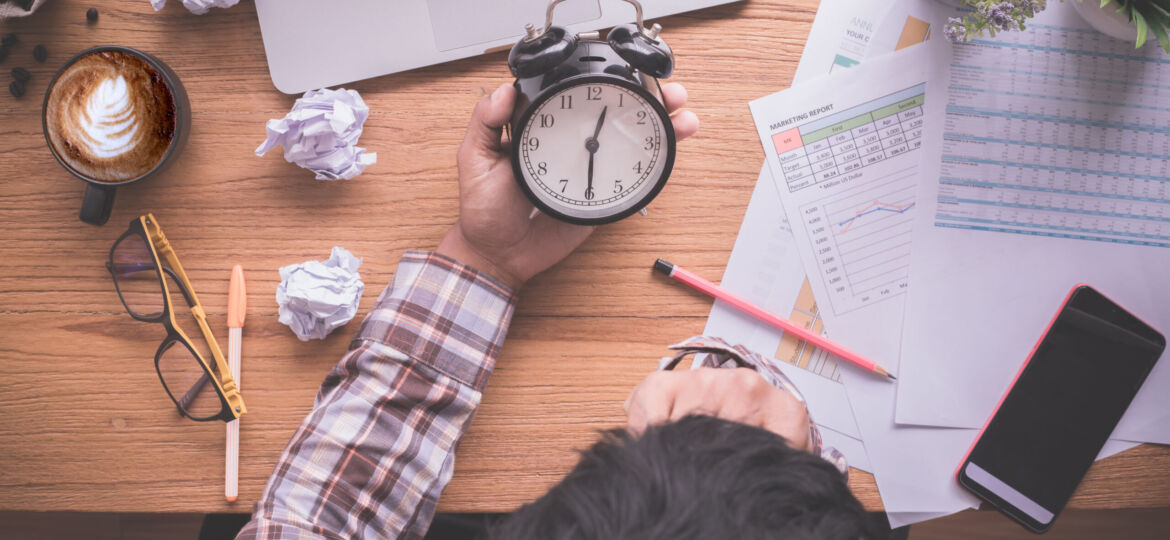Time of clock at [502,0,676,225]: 12:30
